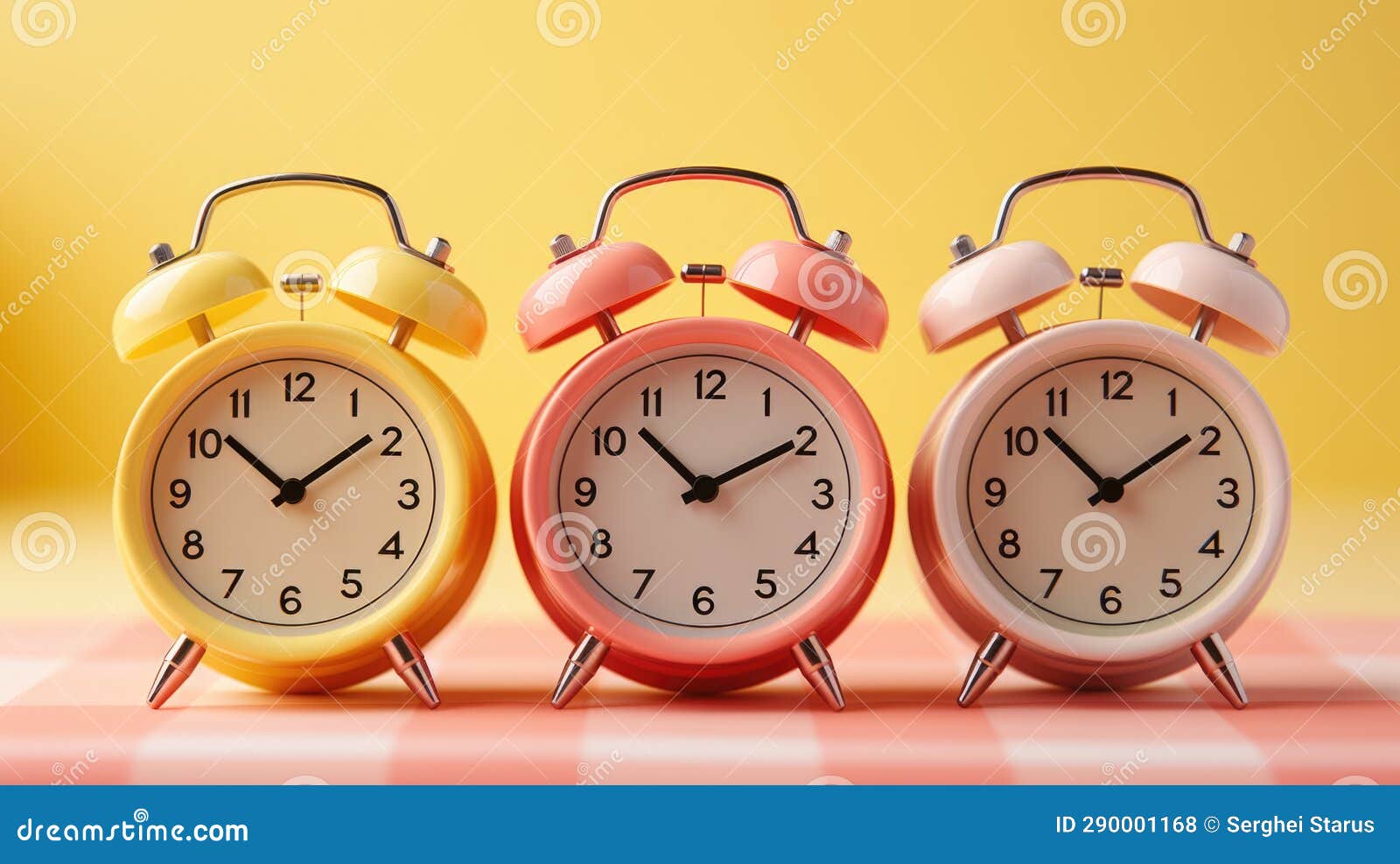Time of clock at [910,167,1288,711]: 1:52
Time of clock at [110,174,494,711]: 1:51
